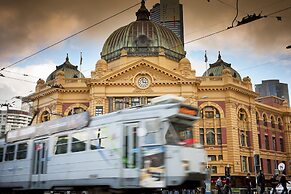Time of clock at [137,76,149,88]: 2:58
